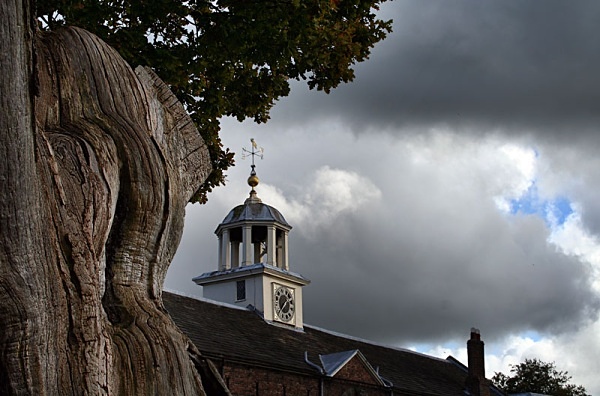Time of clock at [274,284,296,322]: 1:37
